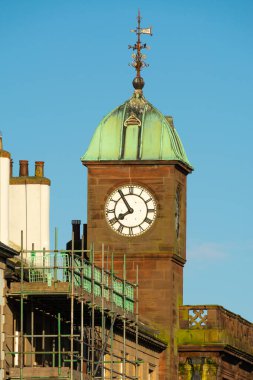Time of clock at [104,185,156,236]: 7:54
